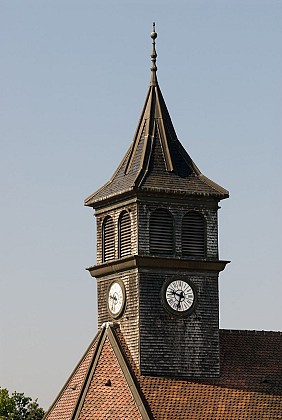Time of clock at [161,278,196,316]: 9:33
